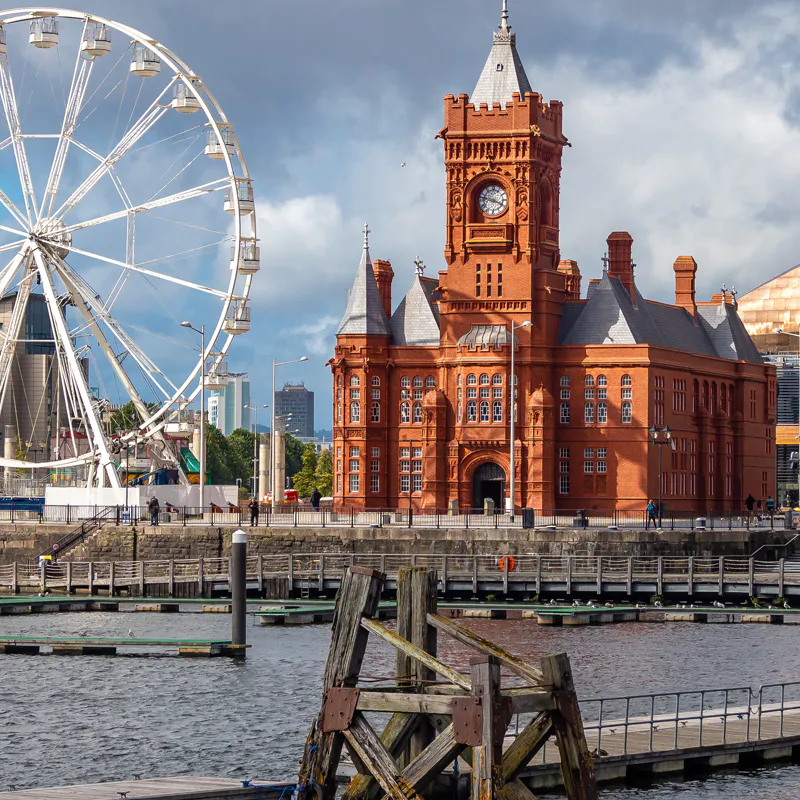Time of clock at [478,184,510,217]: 3:47
